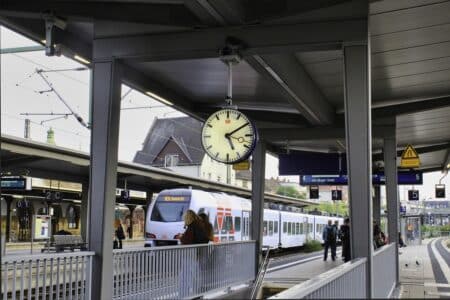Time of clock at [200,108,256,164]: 5:09
